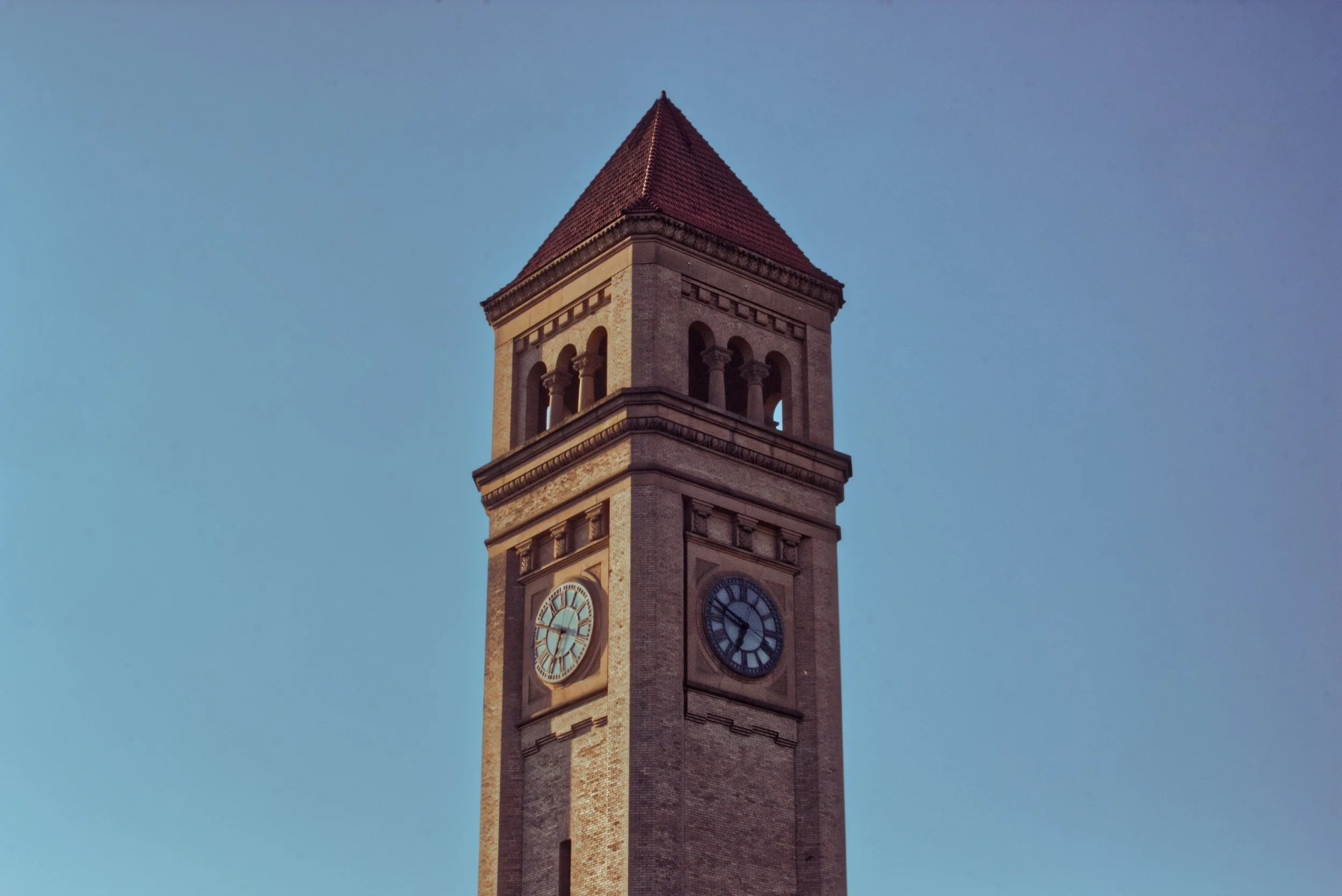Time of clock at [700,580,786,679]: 6:49
